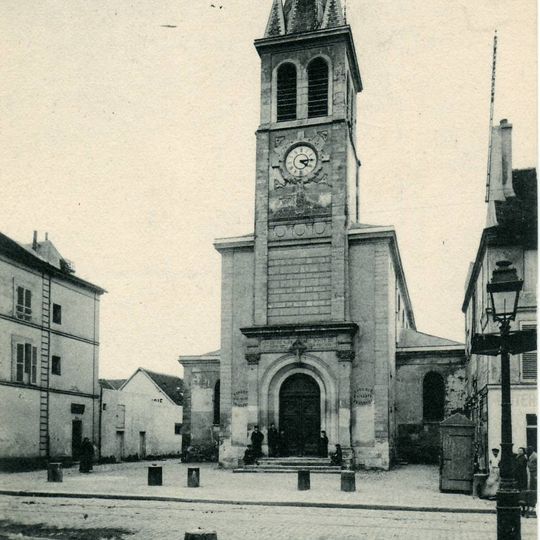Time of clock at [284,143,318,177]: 4:14
